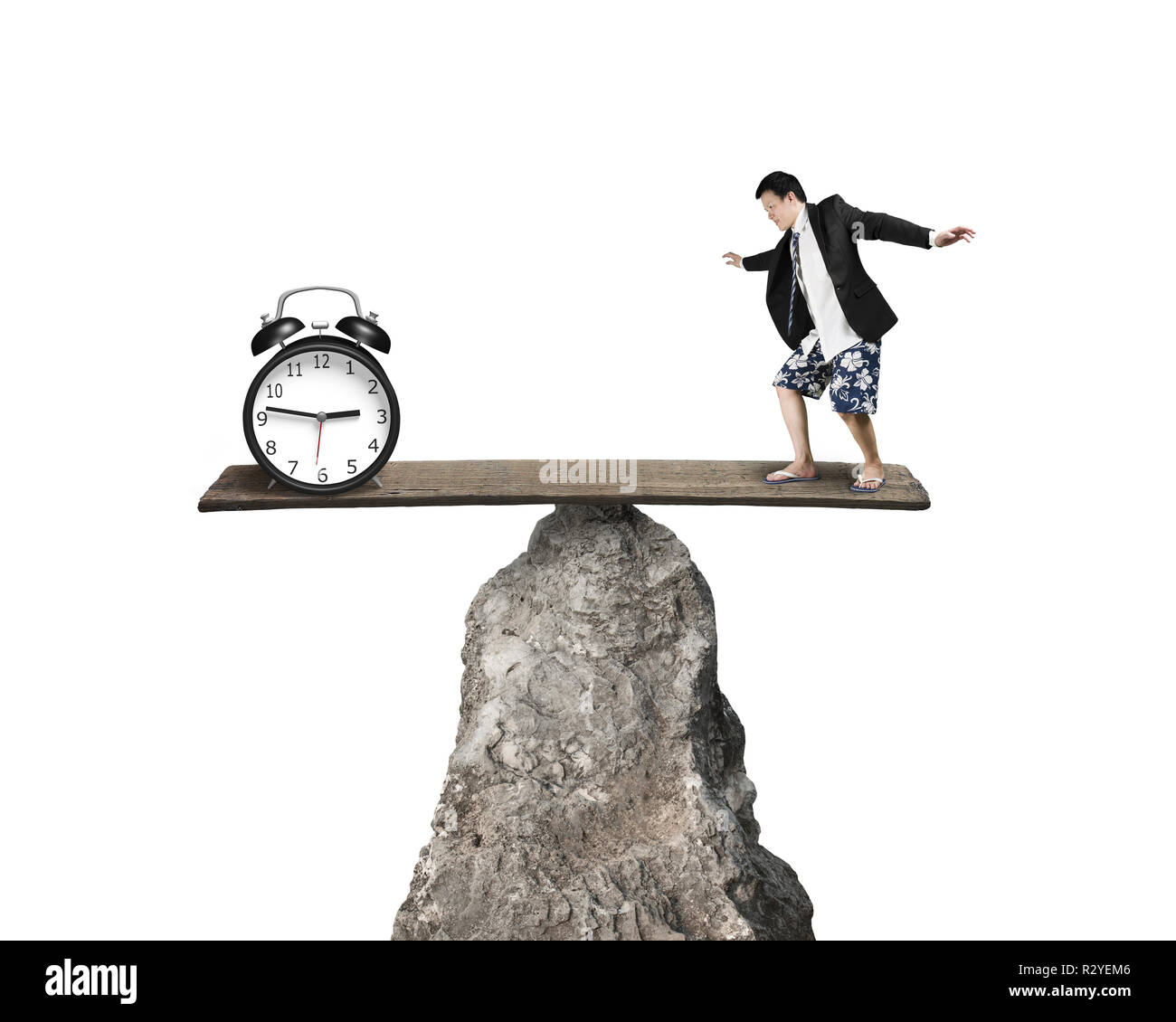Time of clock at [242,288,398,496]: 2:46
